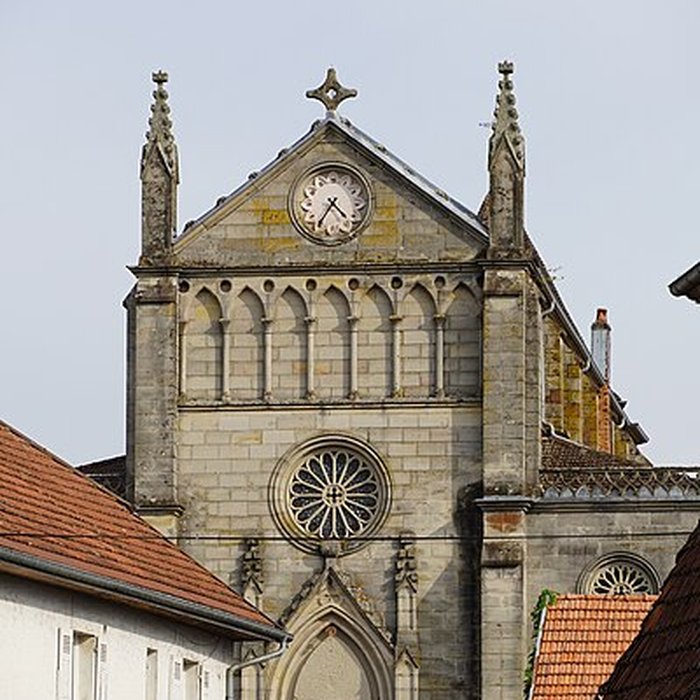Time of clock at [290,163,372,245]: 4:35
